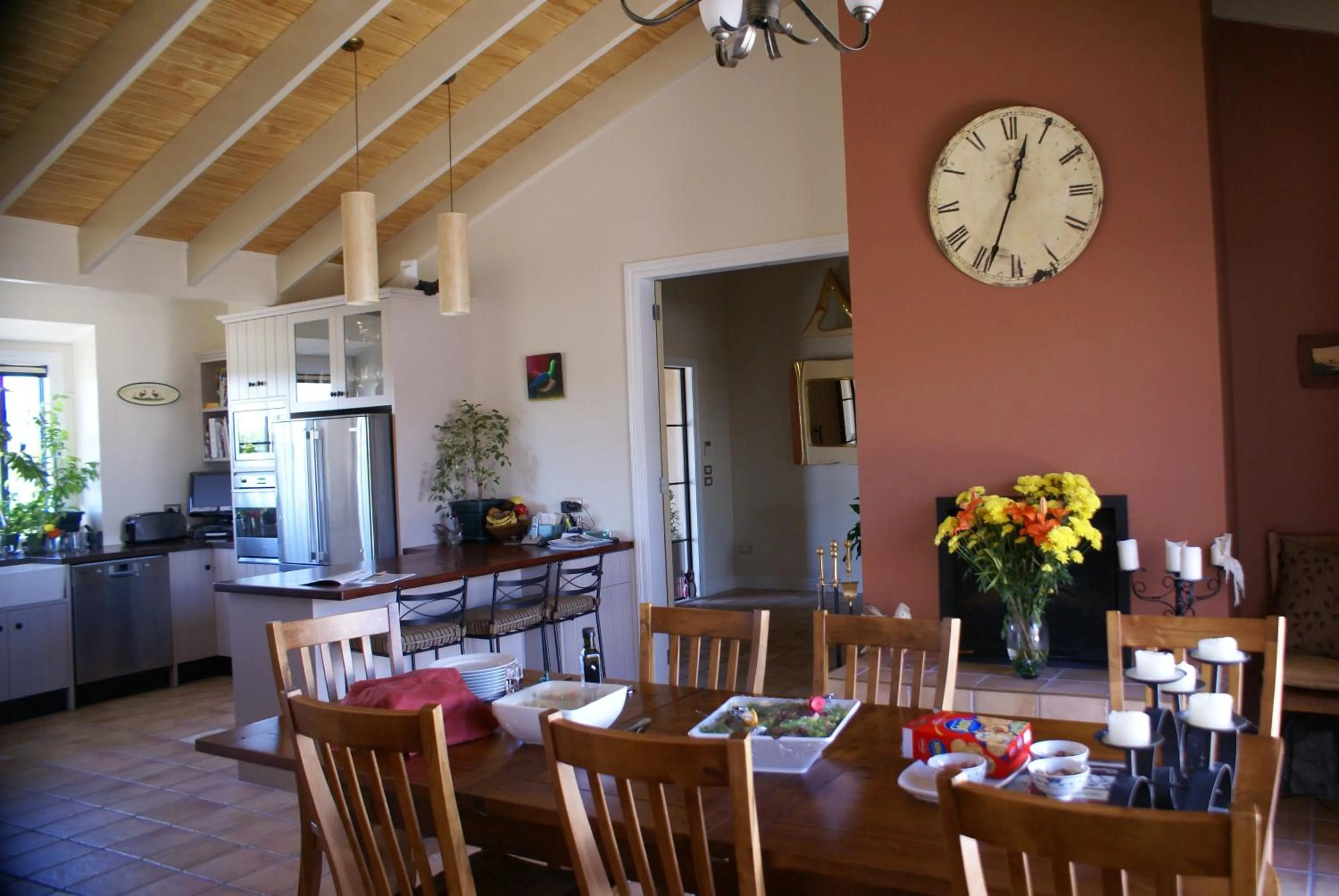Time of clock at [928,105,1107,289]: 12:33
